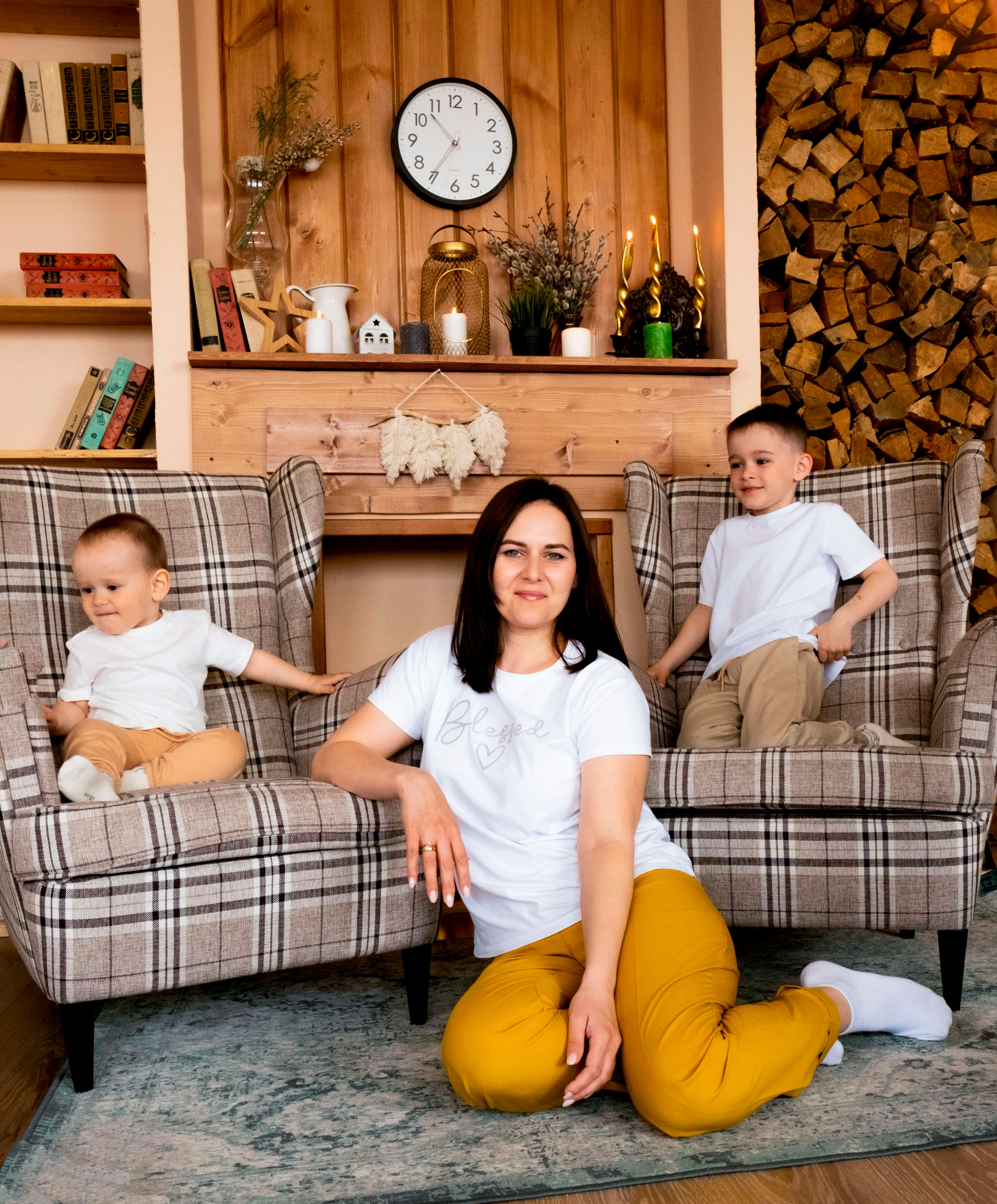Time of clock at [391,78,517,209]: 10:35
